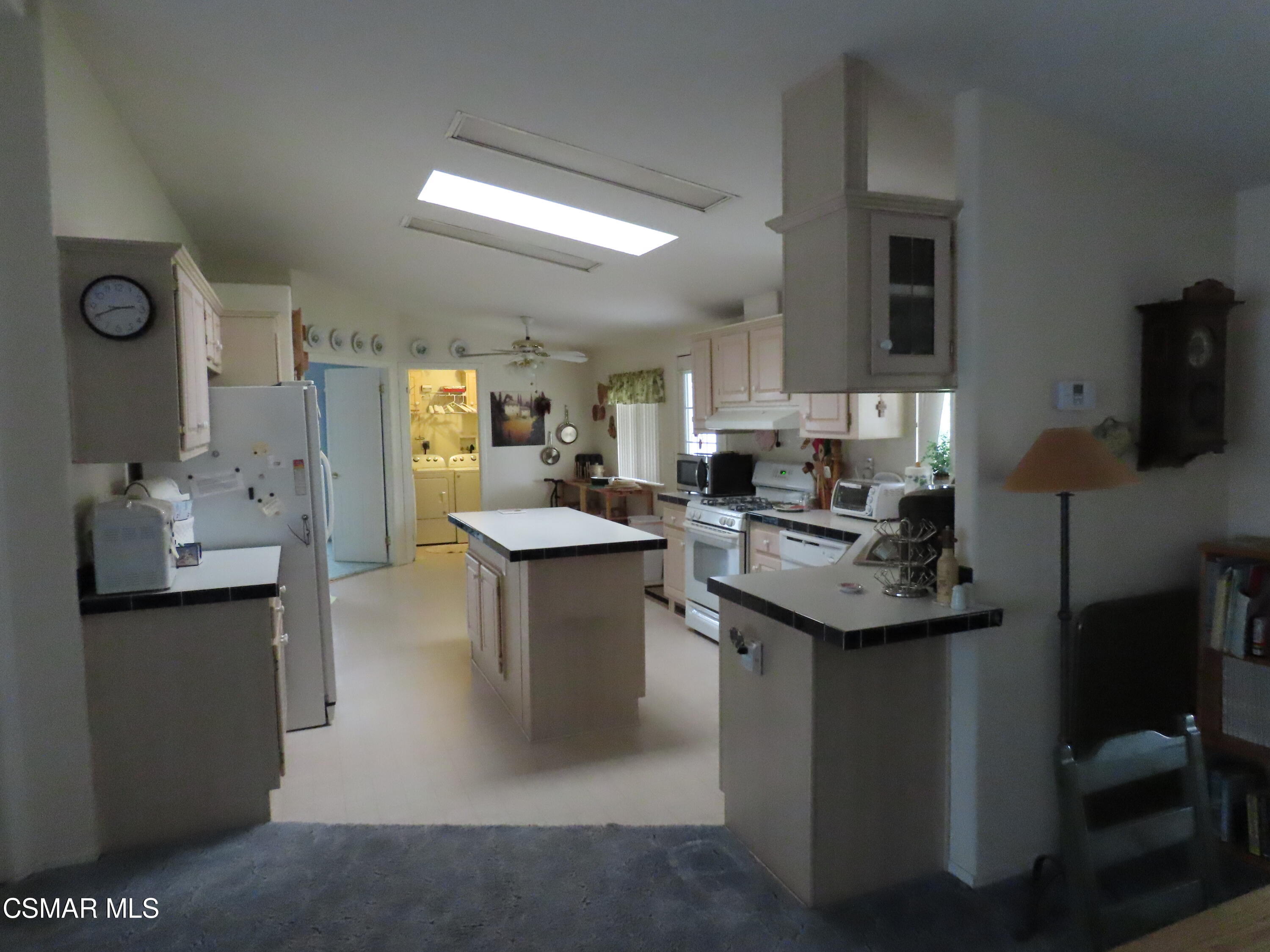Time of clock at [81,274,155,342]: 2:40
